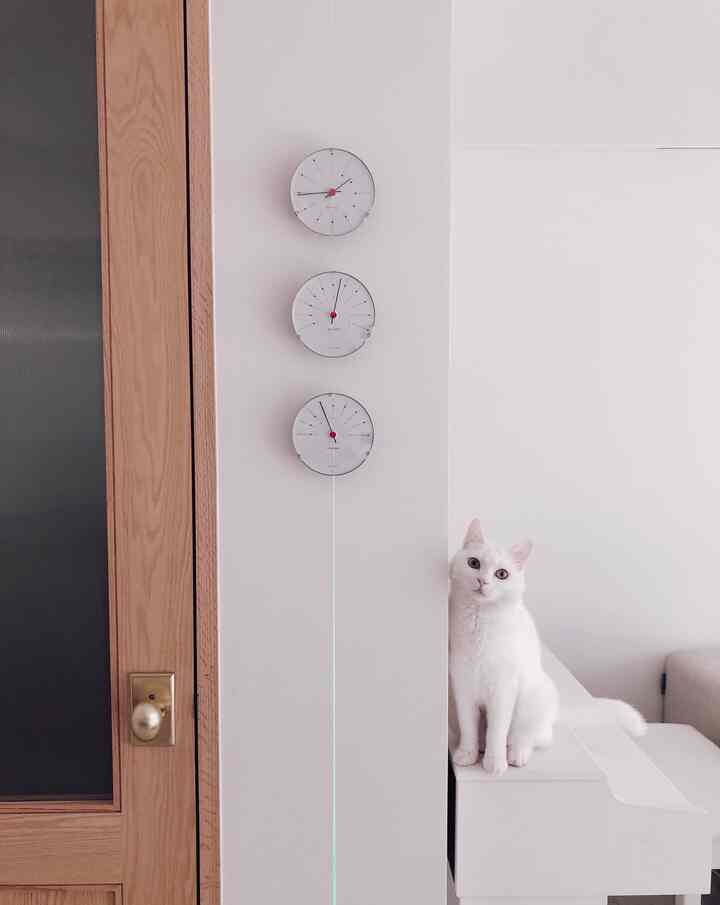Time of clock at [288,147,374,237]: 1:44
